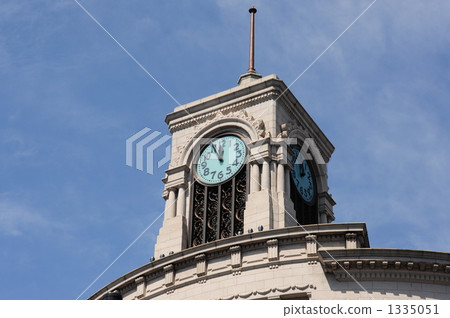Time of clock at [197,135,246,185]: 11:55
